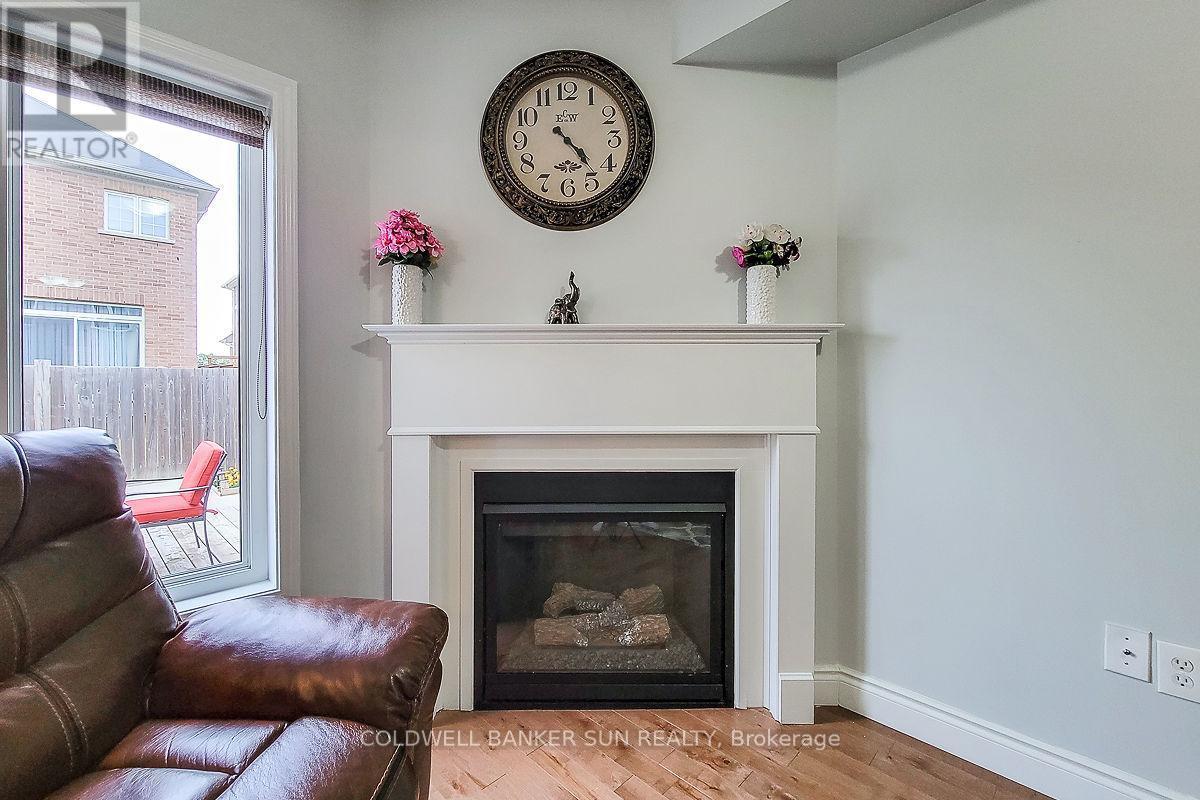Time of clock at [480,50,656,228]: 4:23
